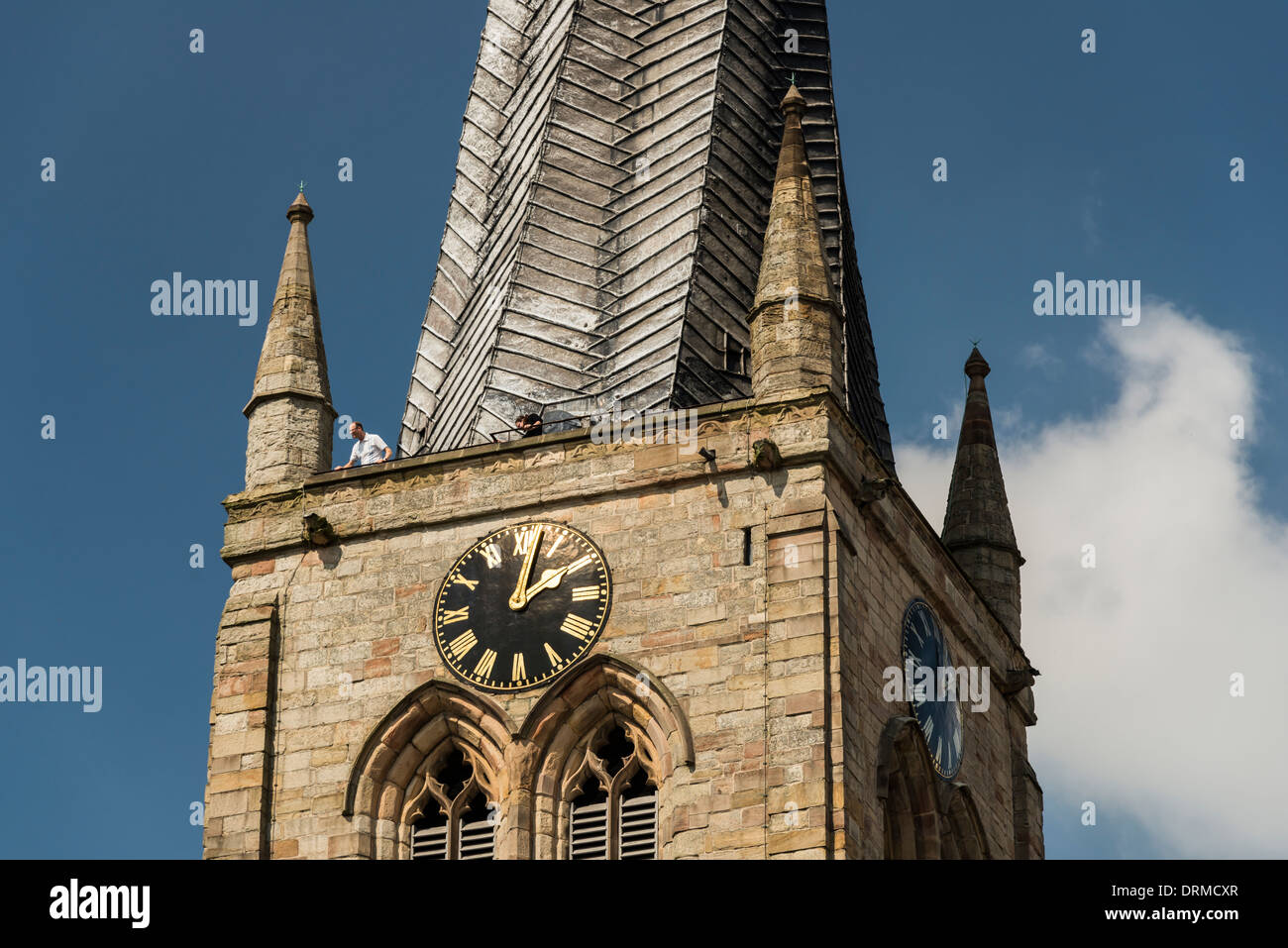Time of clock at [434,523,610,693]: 2:02
